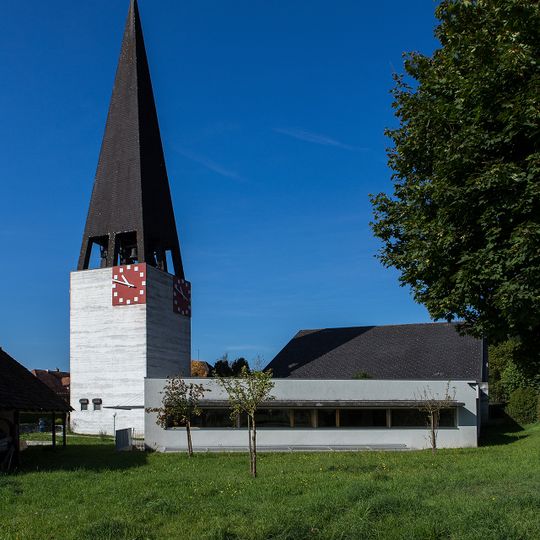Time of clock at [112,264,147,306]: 10:47
